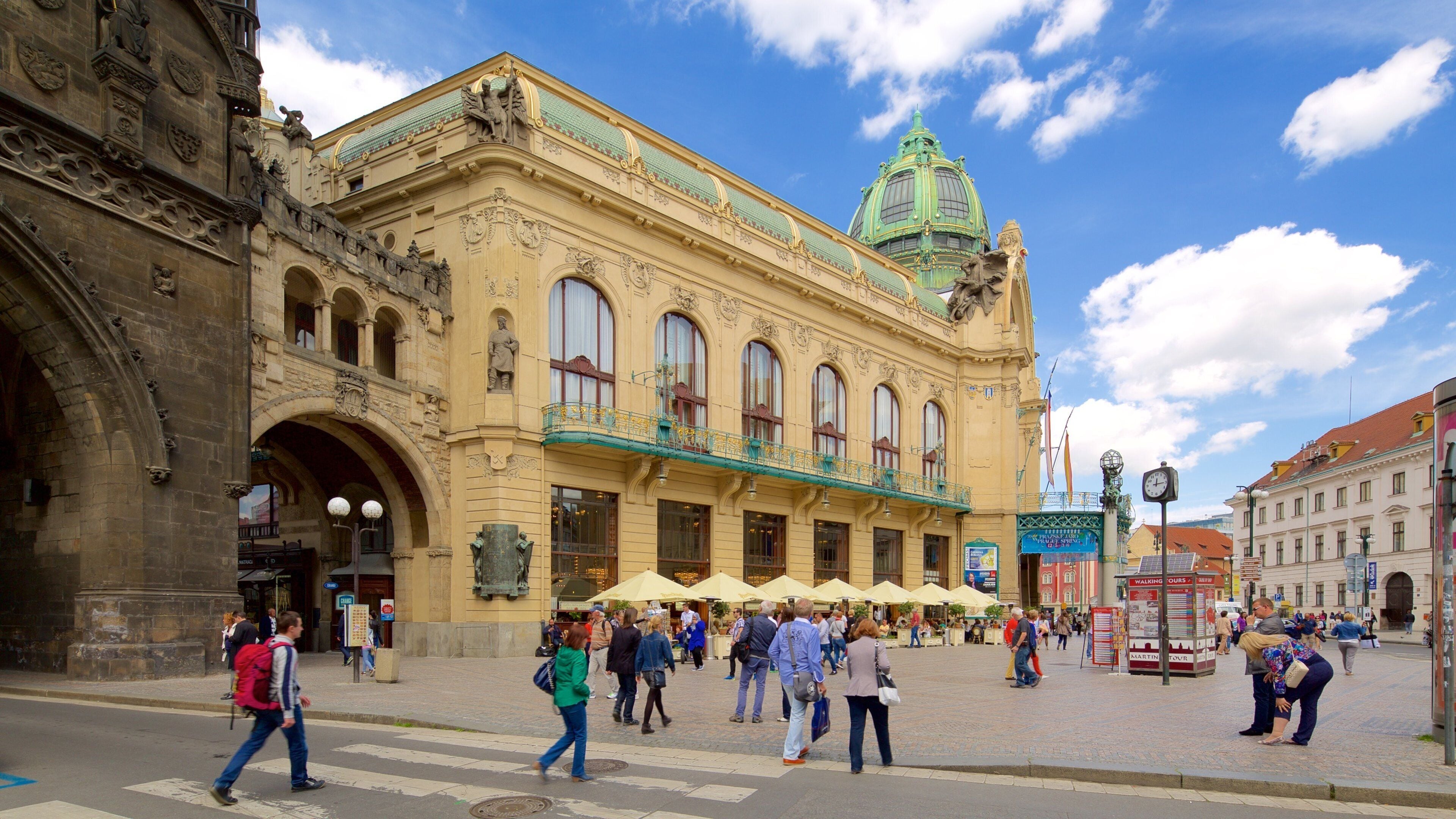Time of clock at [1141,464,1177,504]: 12:15
